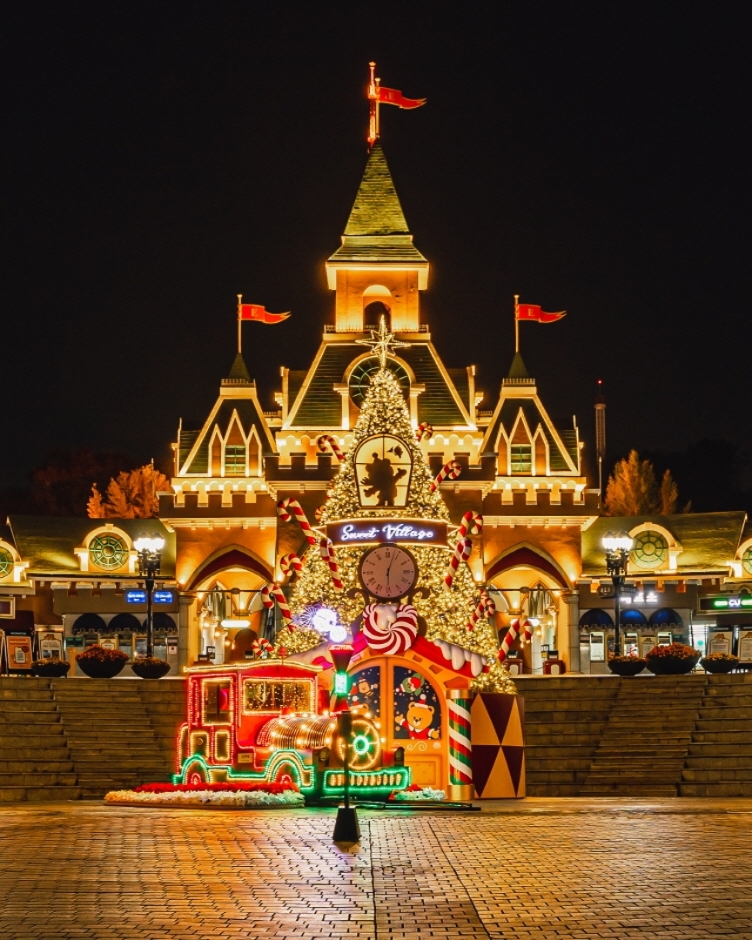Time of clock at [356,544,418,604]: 6:03
